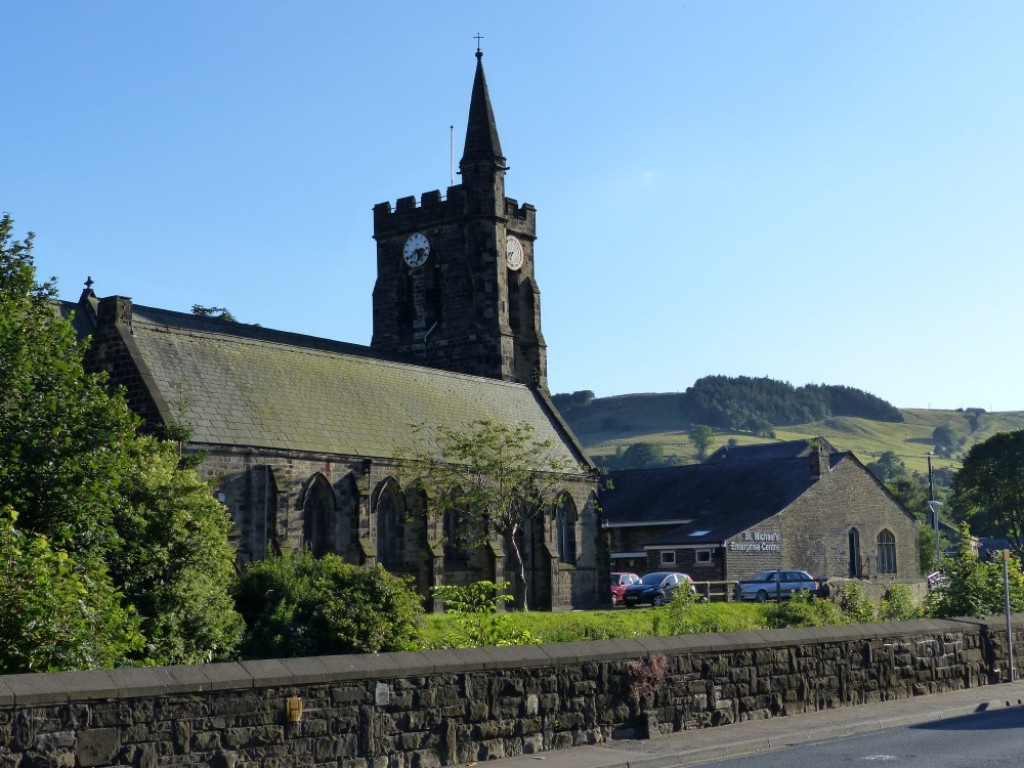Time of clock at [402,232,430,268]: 5:38
